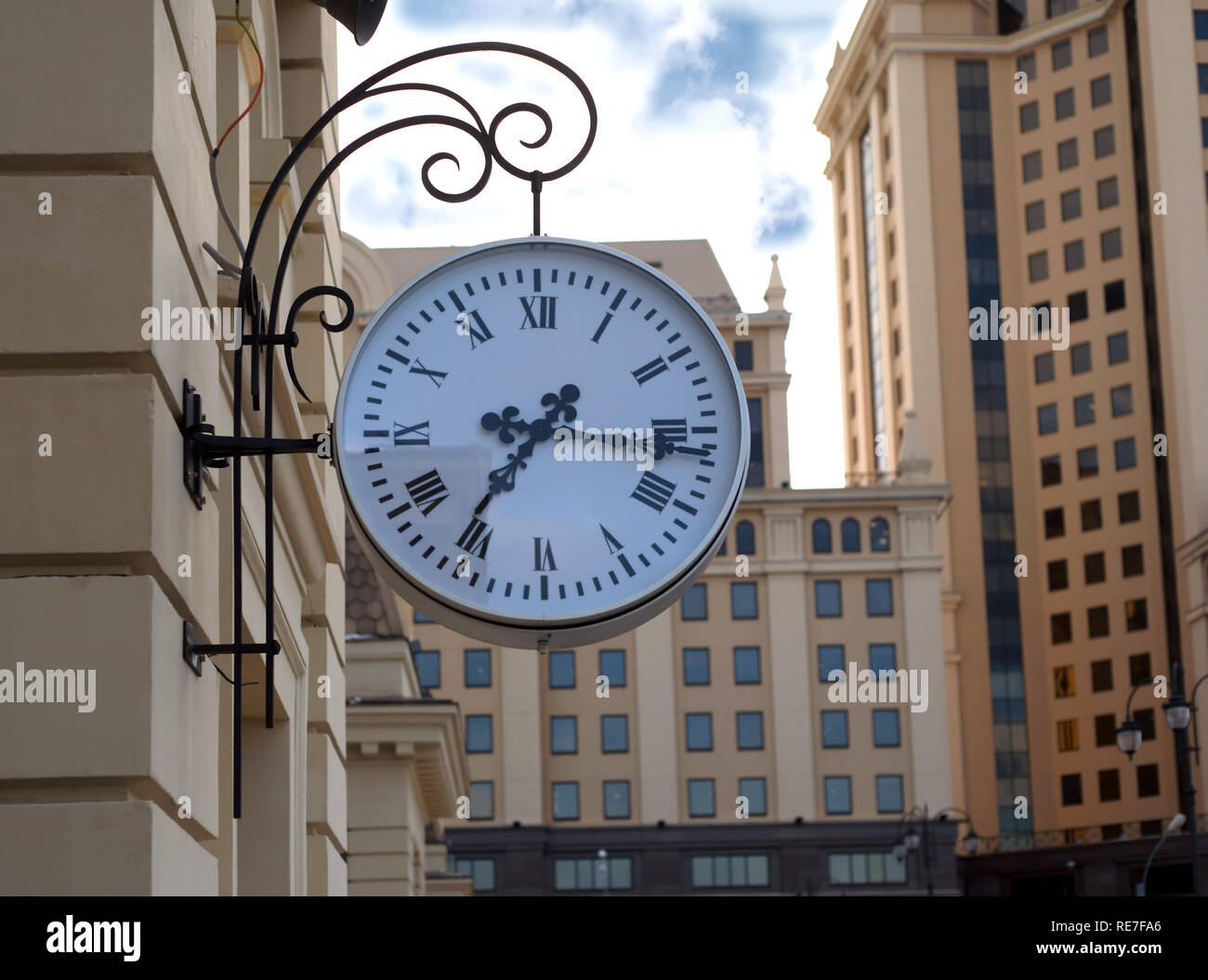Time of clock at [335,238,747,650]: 8:36
